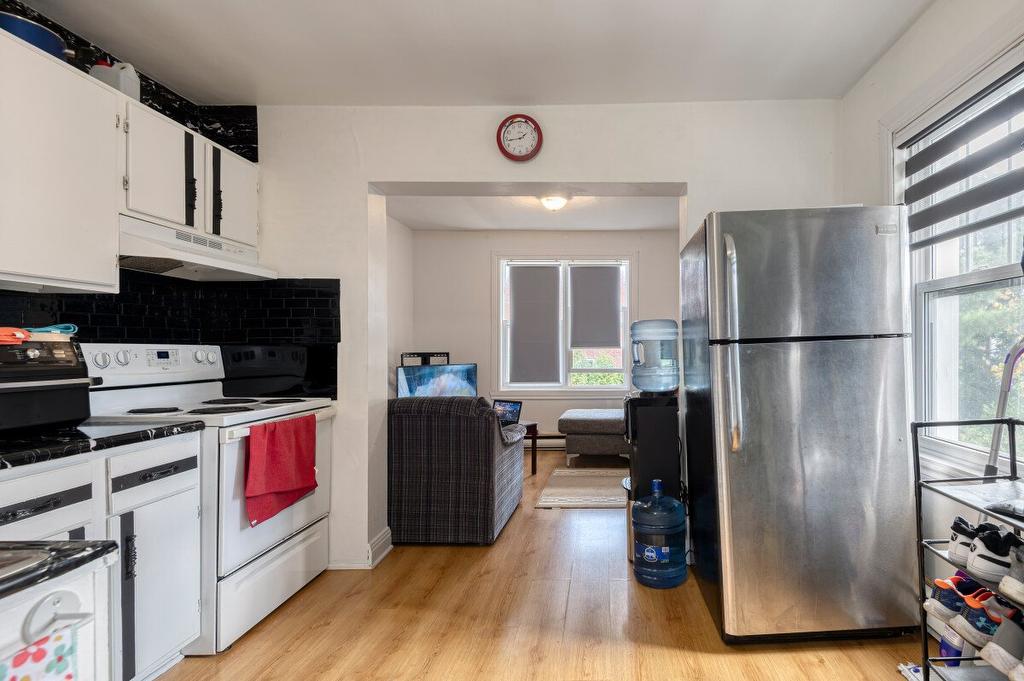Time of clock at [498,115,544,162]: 1:43
